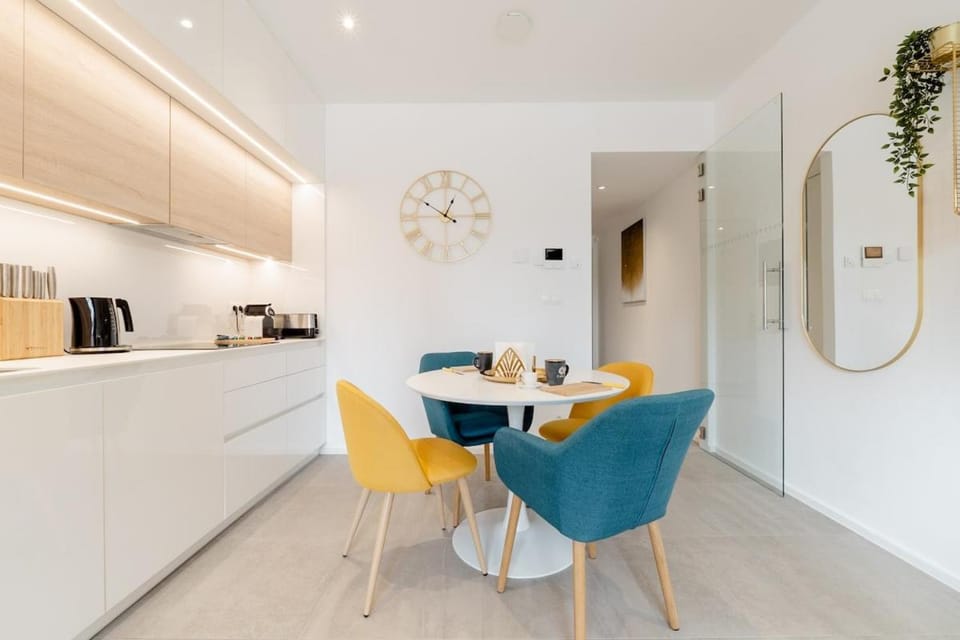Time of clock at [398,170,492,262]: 12:50
